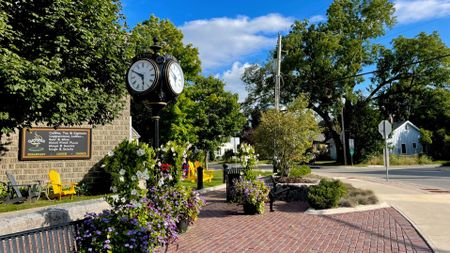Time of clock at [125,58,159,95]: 5:49
